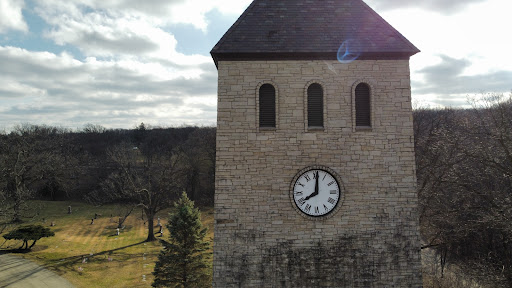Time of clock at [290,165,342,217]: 8:00
